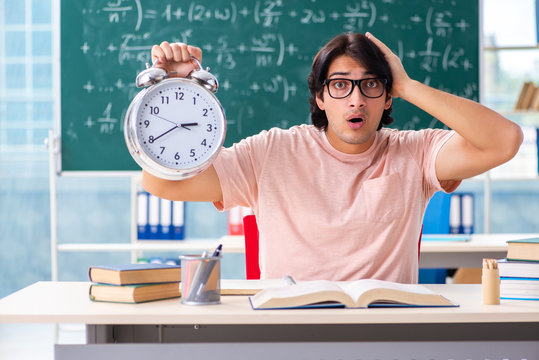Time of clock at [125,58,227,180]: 2:39
